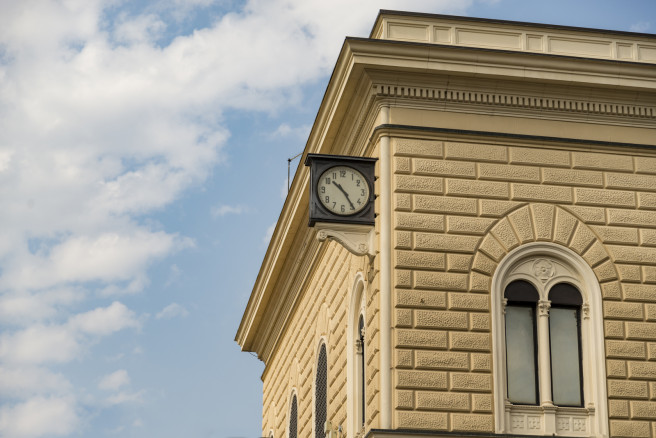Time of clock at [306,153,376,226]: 10:24
